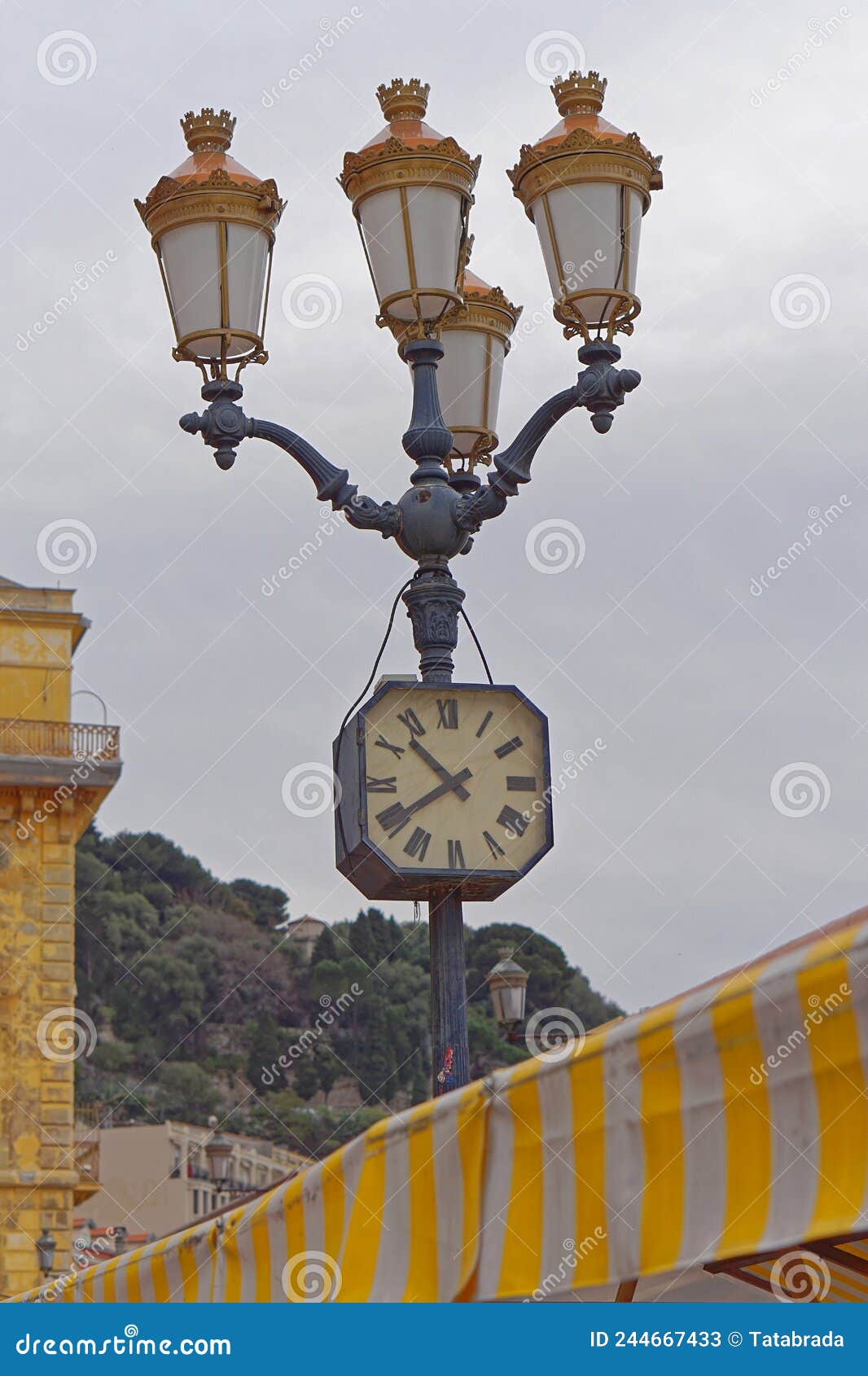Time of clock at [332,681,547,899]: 10:39
